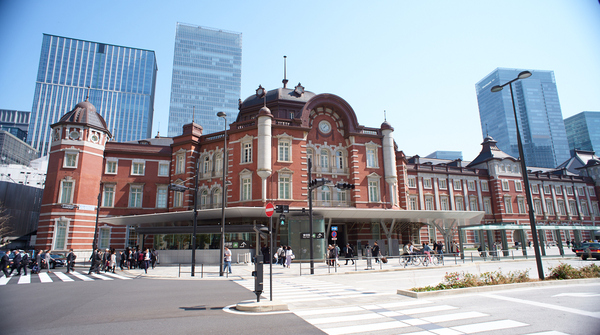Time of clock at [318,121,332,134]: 7:07
